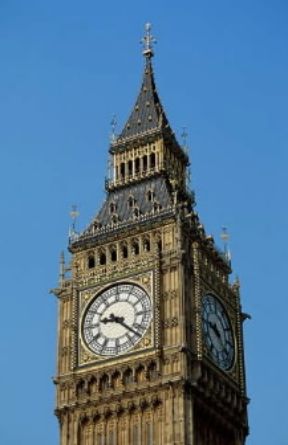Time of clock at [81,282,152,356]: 9:22
